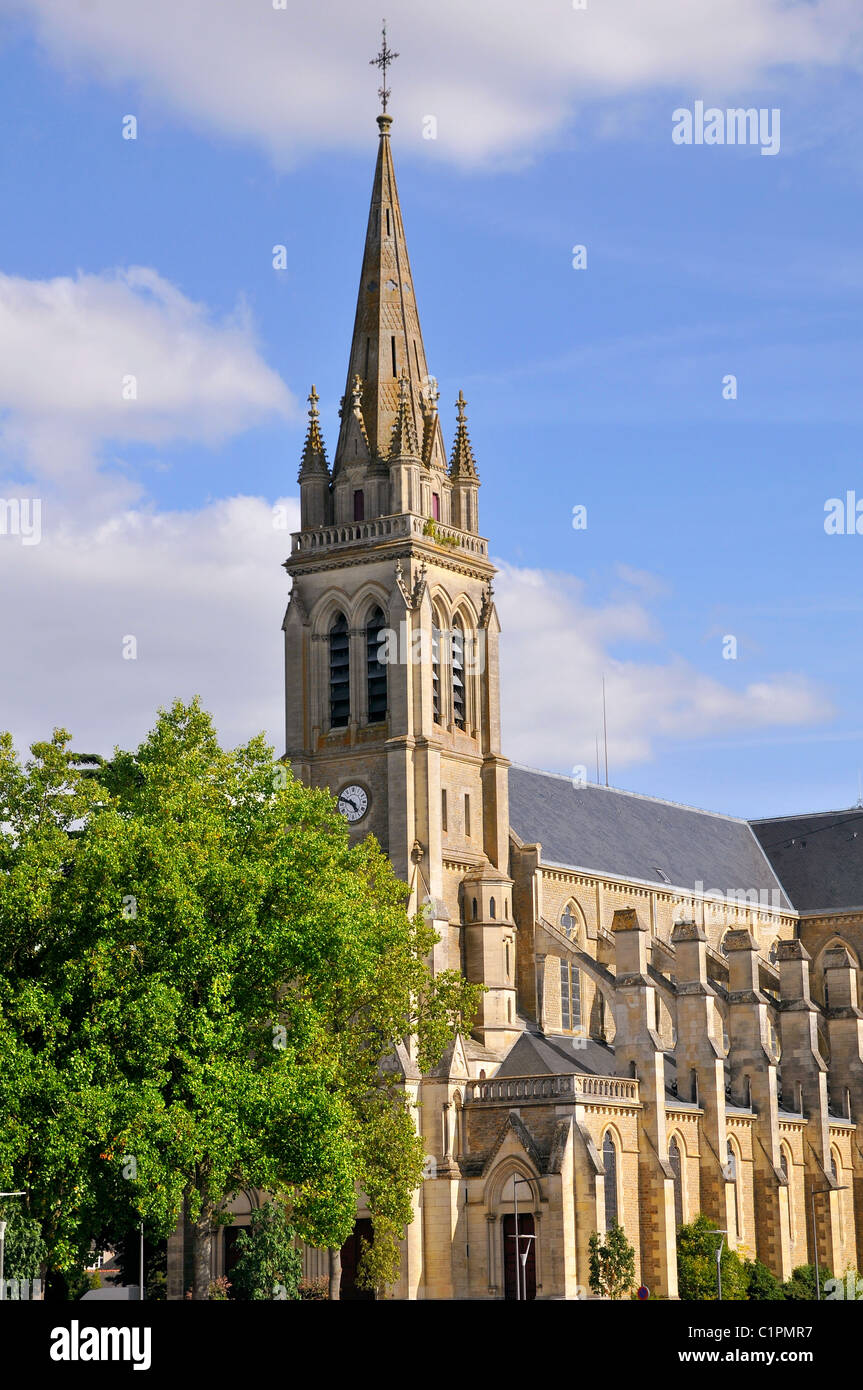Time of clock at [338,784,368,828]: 4:48
